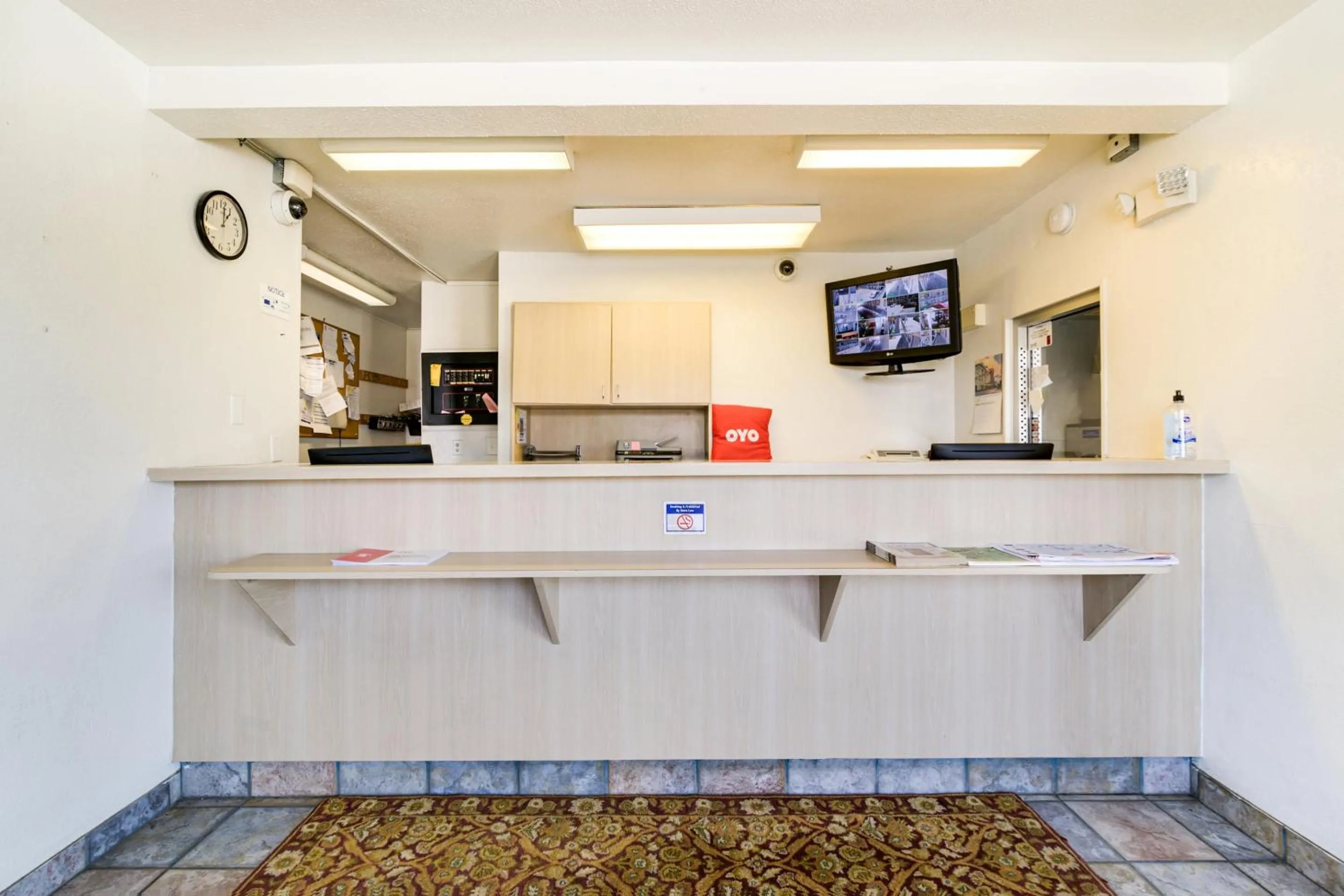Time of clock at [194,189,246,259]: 1:01
